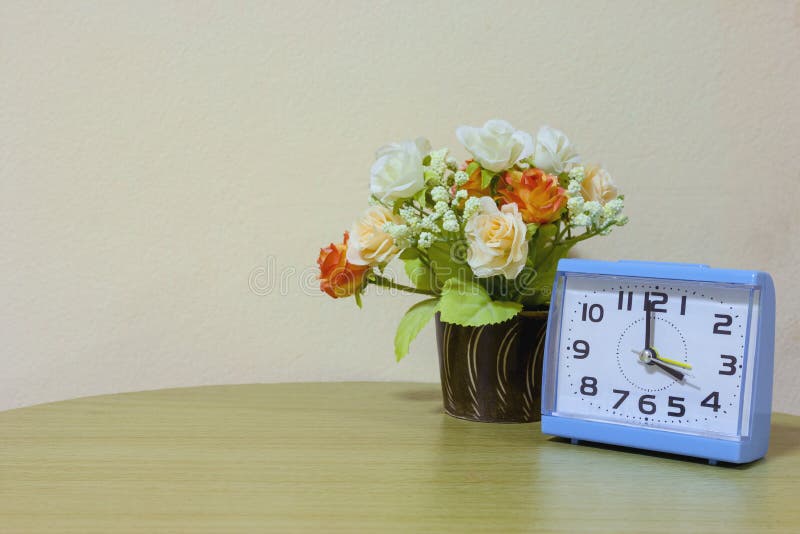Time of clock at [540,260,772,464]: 3:59
